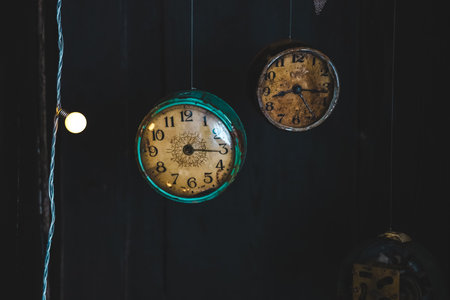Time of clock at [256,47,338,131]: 8:16
